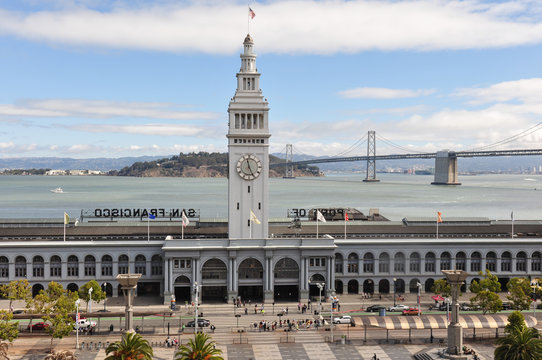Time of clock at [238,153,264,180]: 11:25
